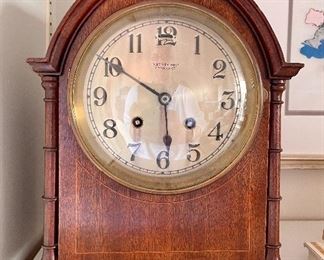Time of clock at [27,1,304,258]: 5:50
